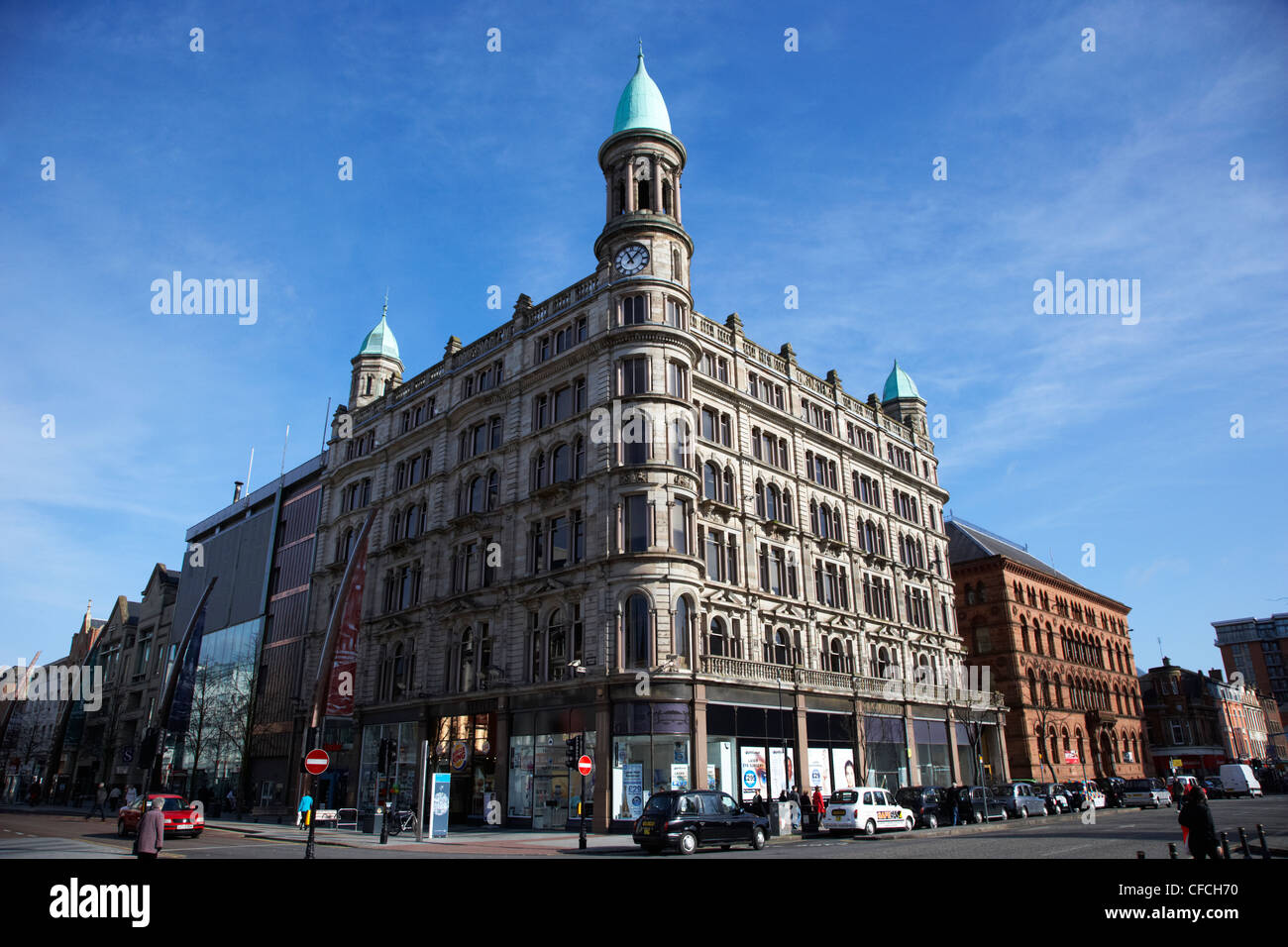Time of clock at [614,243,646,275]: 11:07
